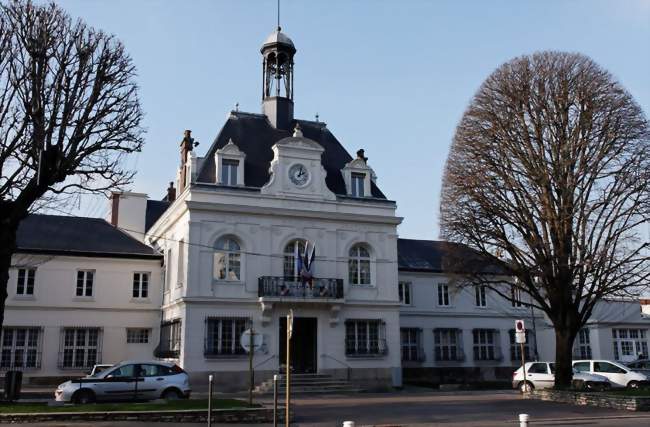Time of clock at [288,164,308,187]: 2:02
